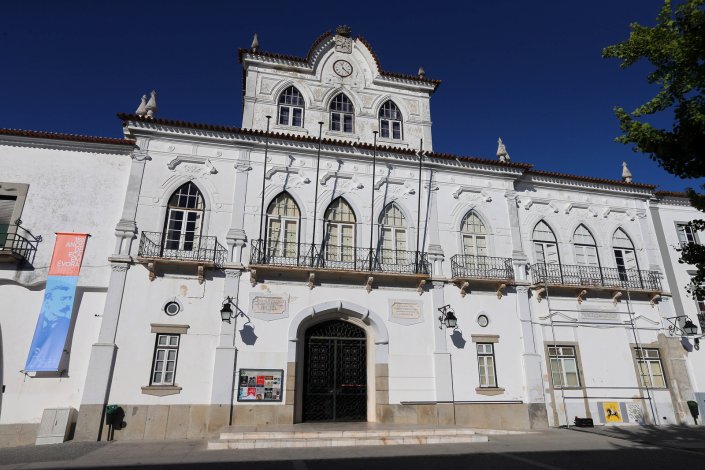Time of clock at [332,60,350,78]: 11:21
